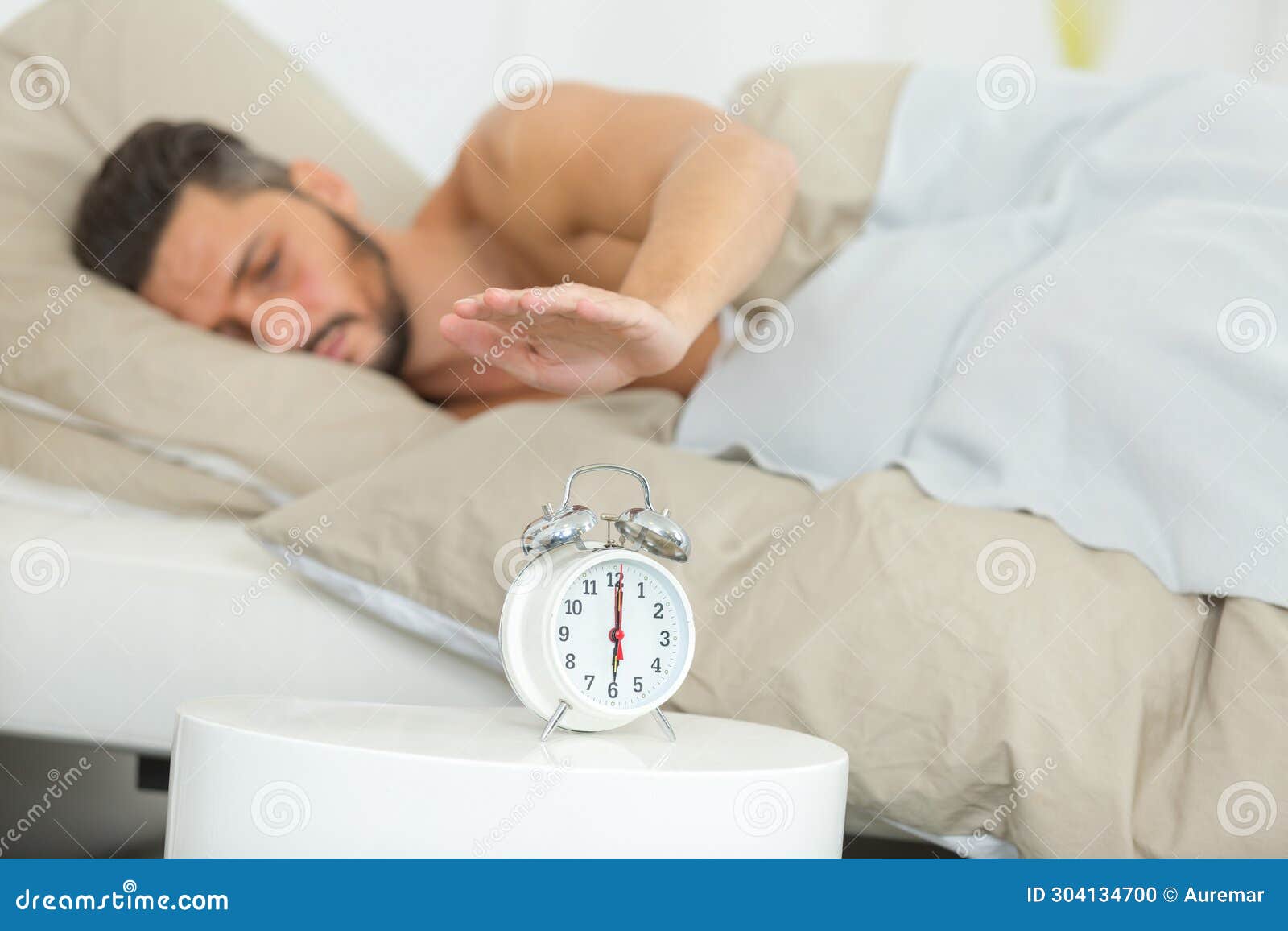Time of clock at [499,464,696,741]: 6:00
